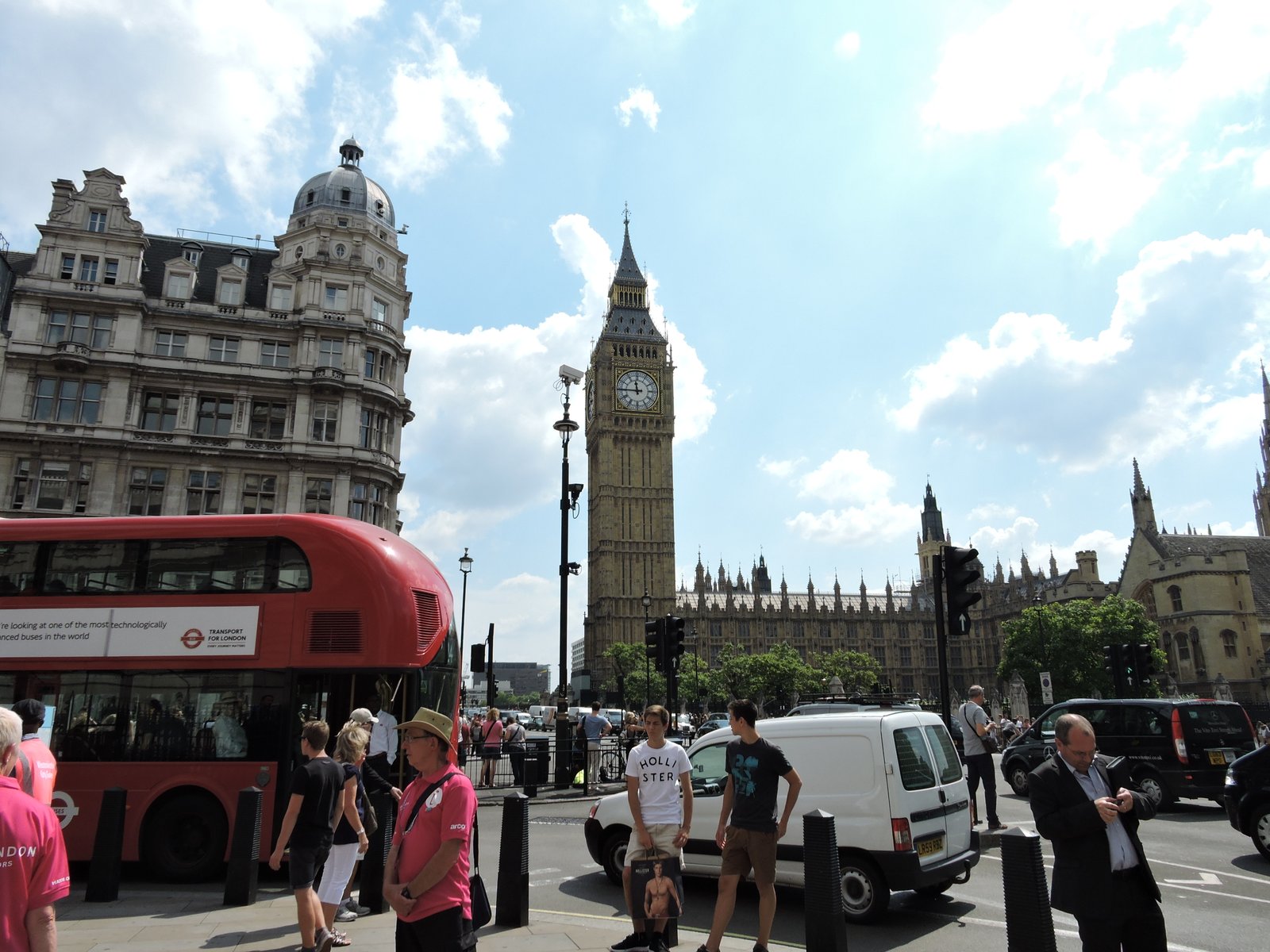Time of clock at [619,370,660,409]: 11:45
